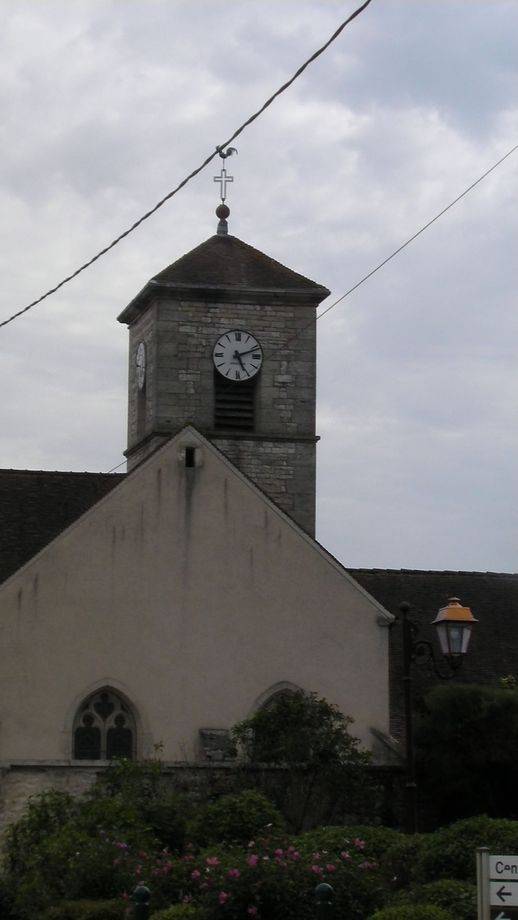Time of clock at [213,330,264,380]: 5:11
